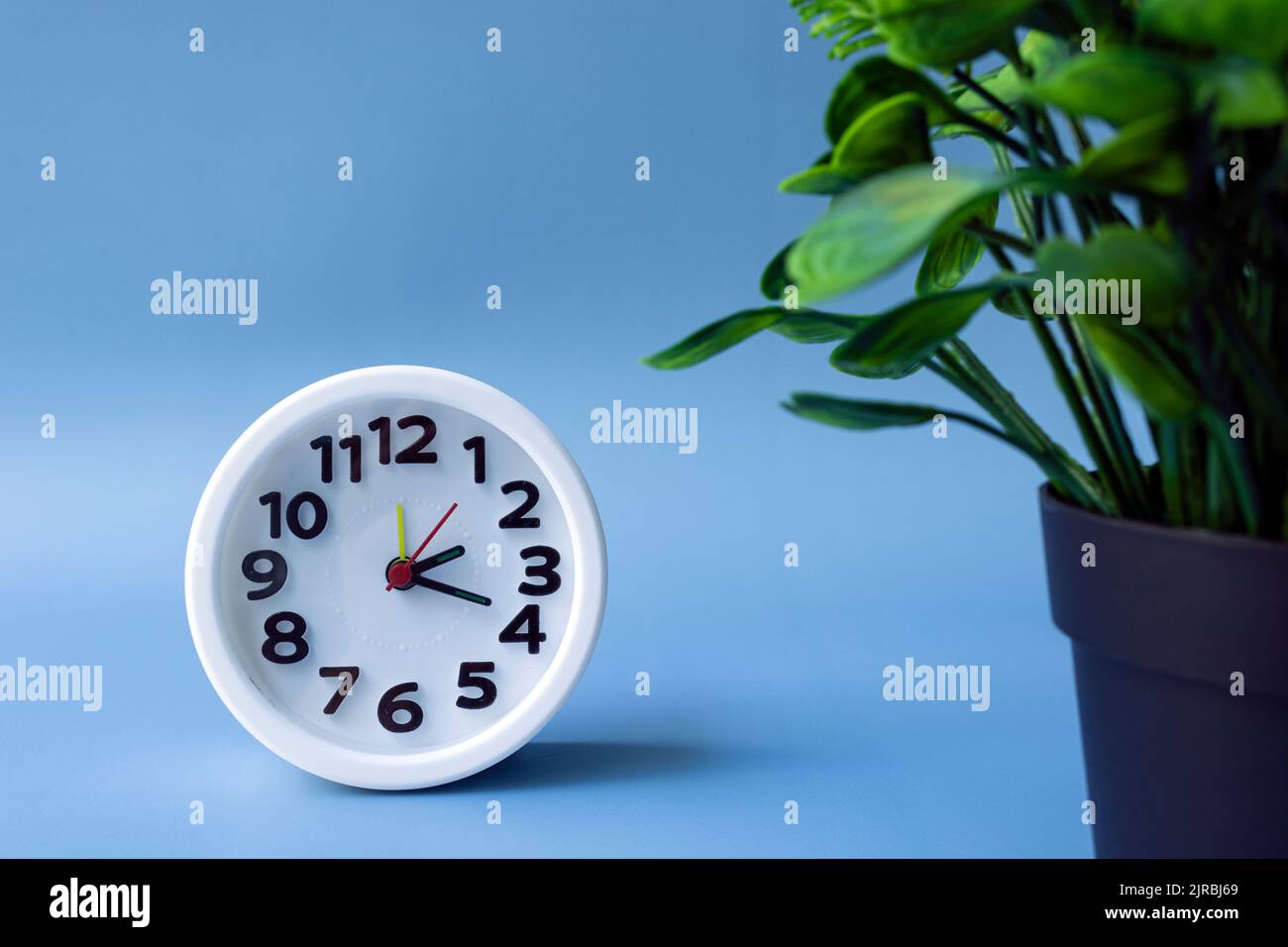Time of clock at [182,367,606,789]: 2:18
